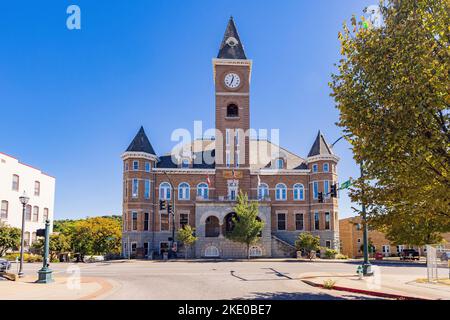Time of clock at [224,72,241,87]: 12:34
